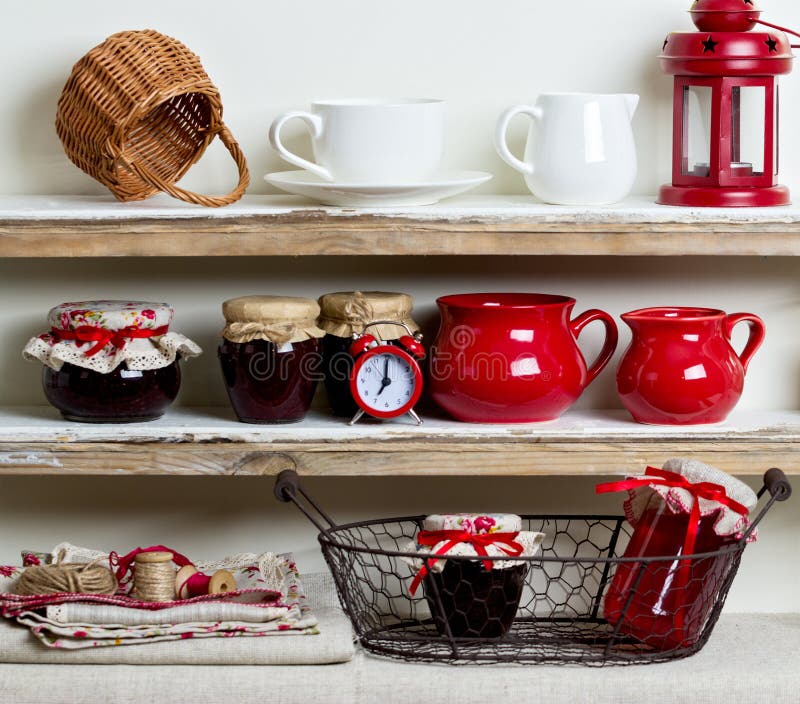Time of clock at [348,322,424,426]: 7:01
